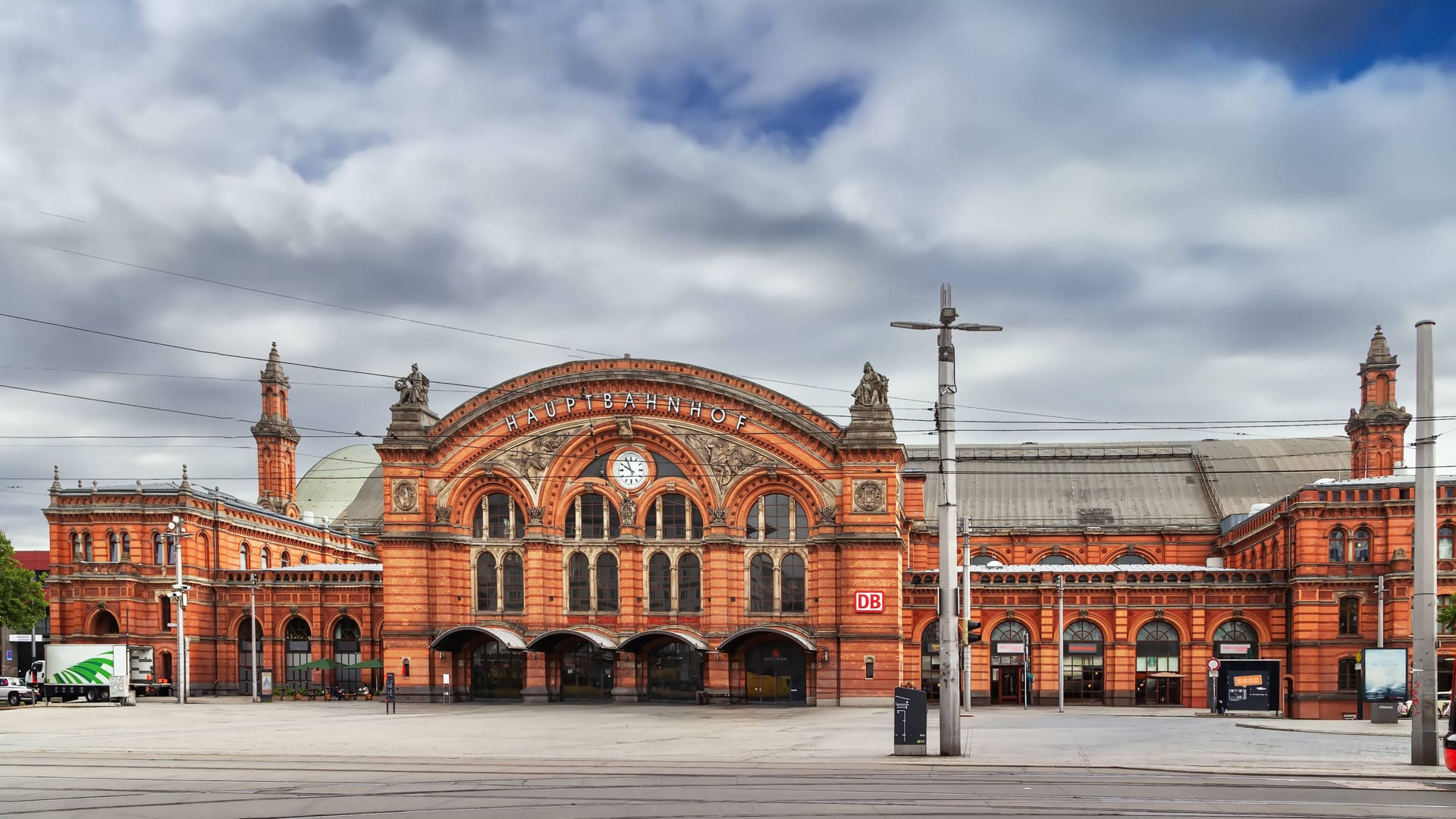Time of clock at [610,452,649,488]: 9:56
